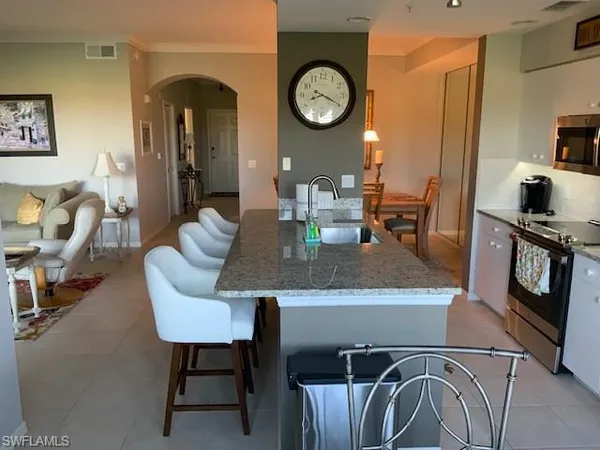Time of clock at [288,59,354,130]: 8:19
